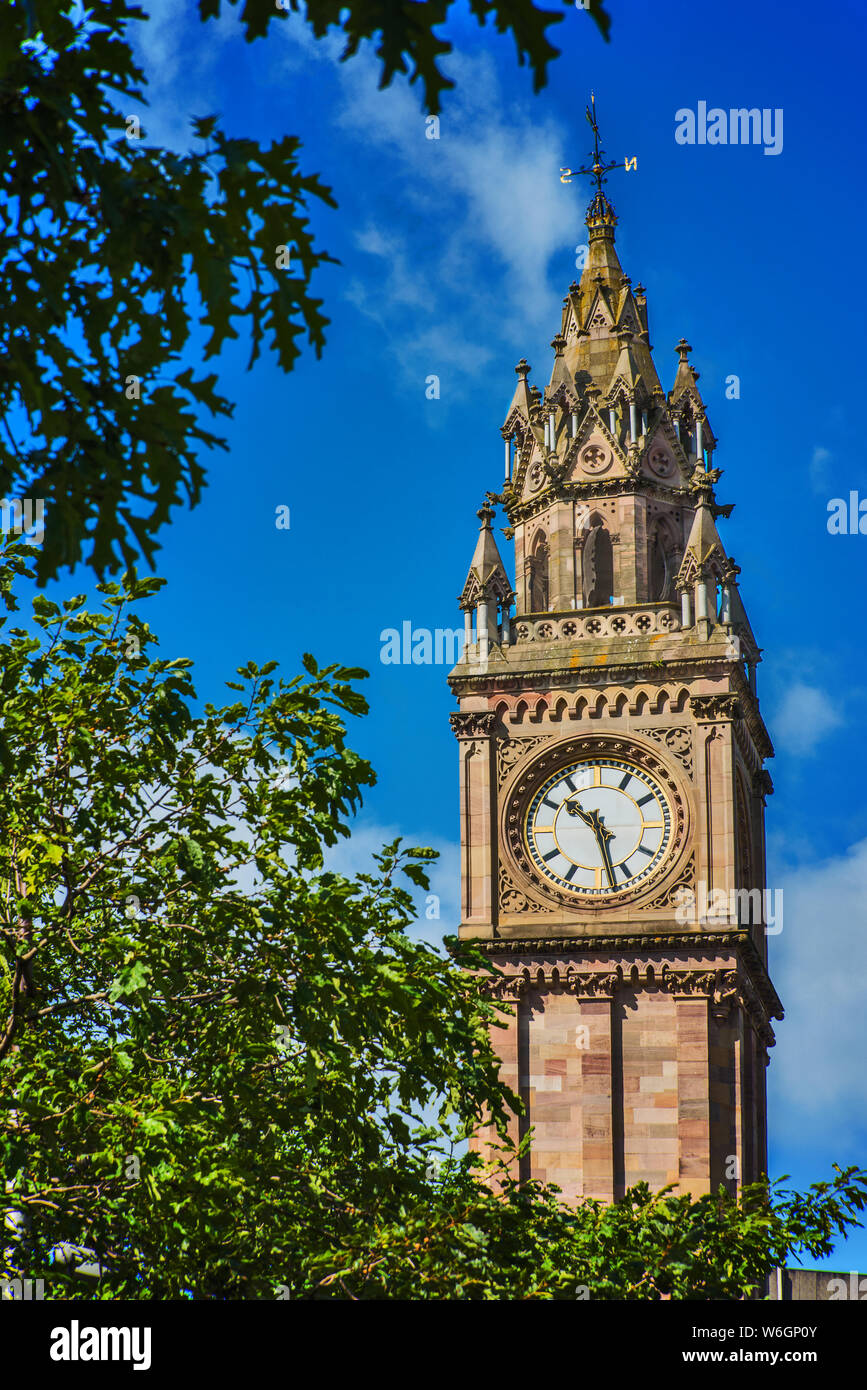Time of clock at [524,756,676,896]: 10:28
